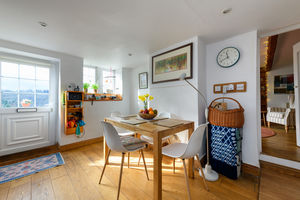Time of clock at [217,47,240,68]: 11:40
